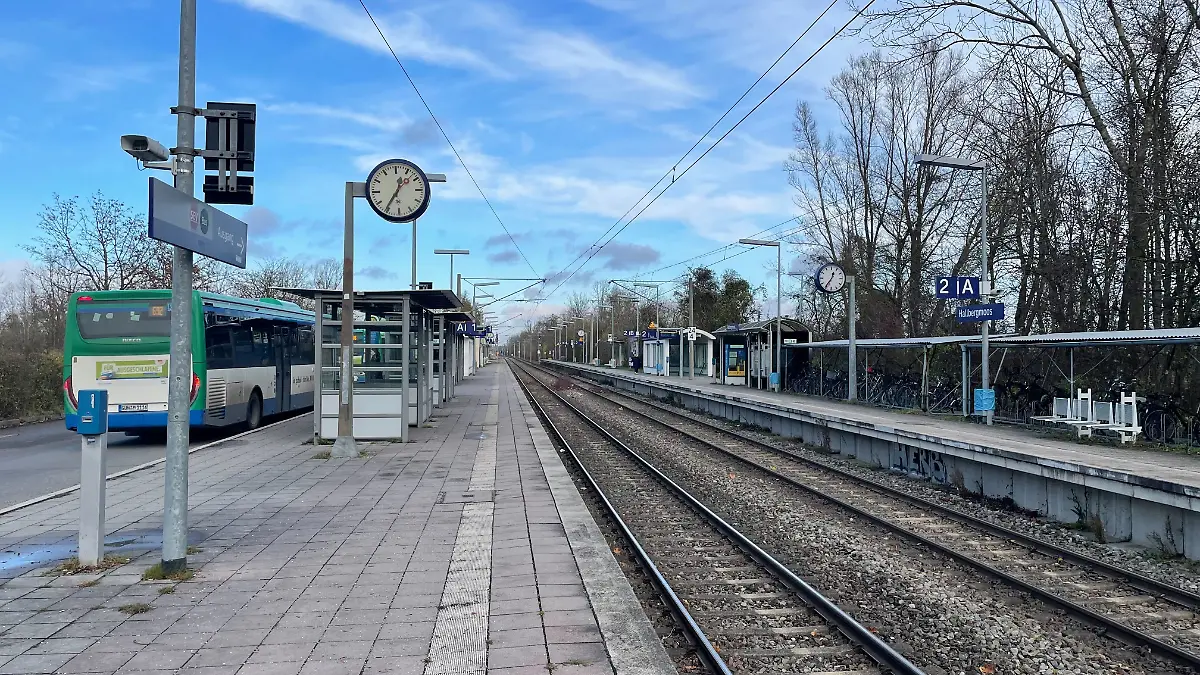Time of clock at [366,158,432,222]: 12:35
